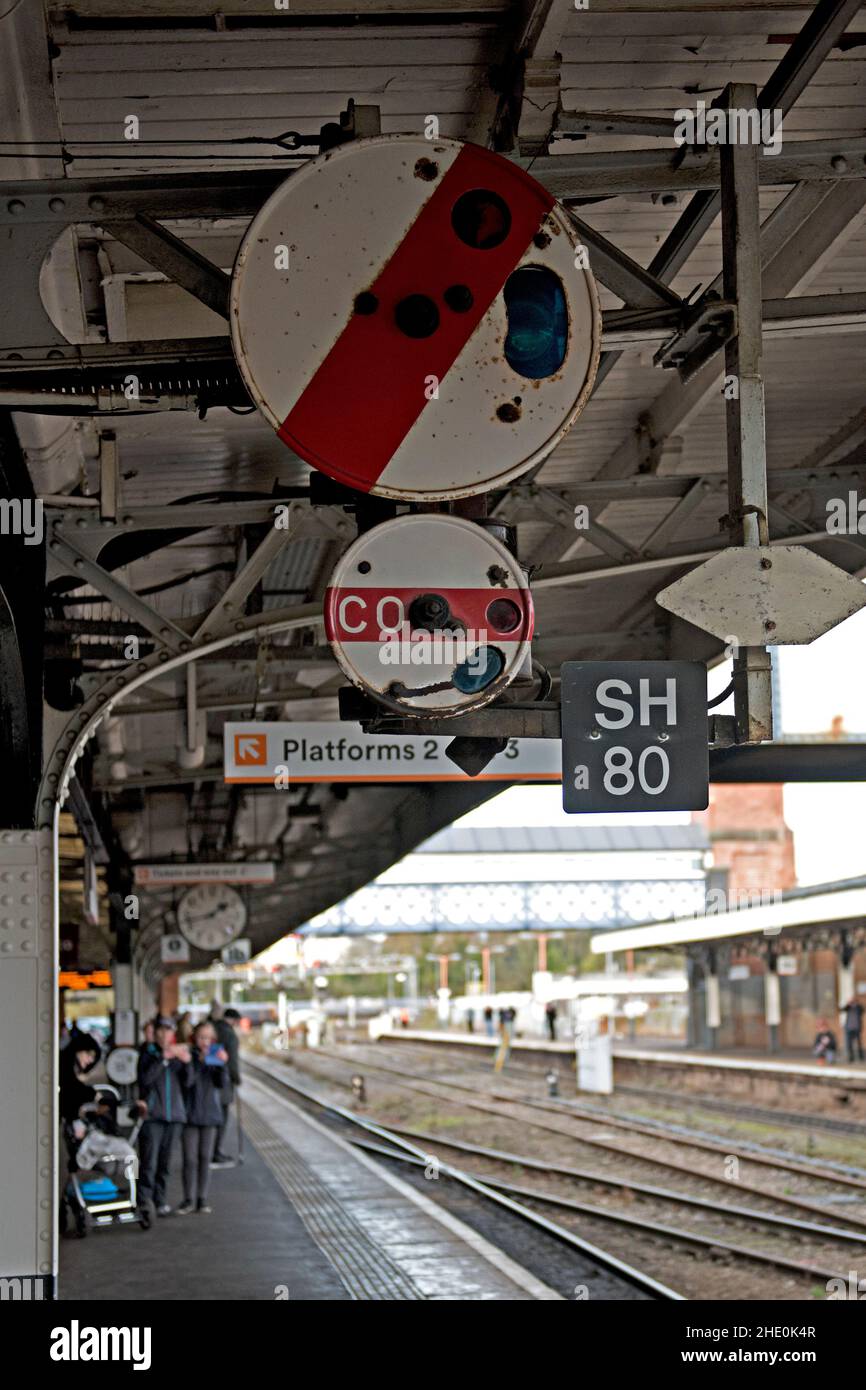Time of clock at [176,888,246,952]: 1:42
